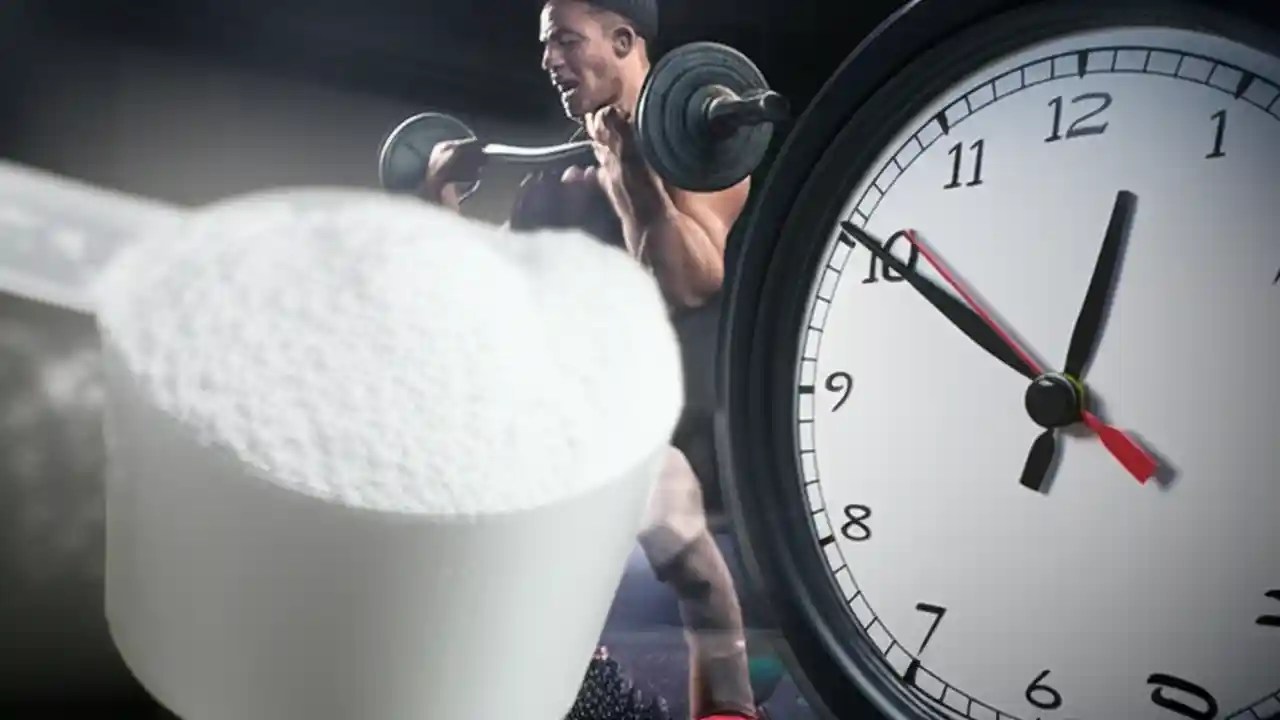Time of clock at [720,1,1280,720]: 12:50
